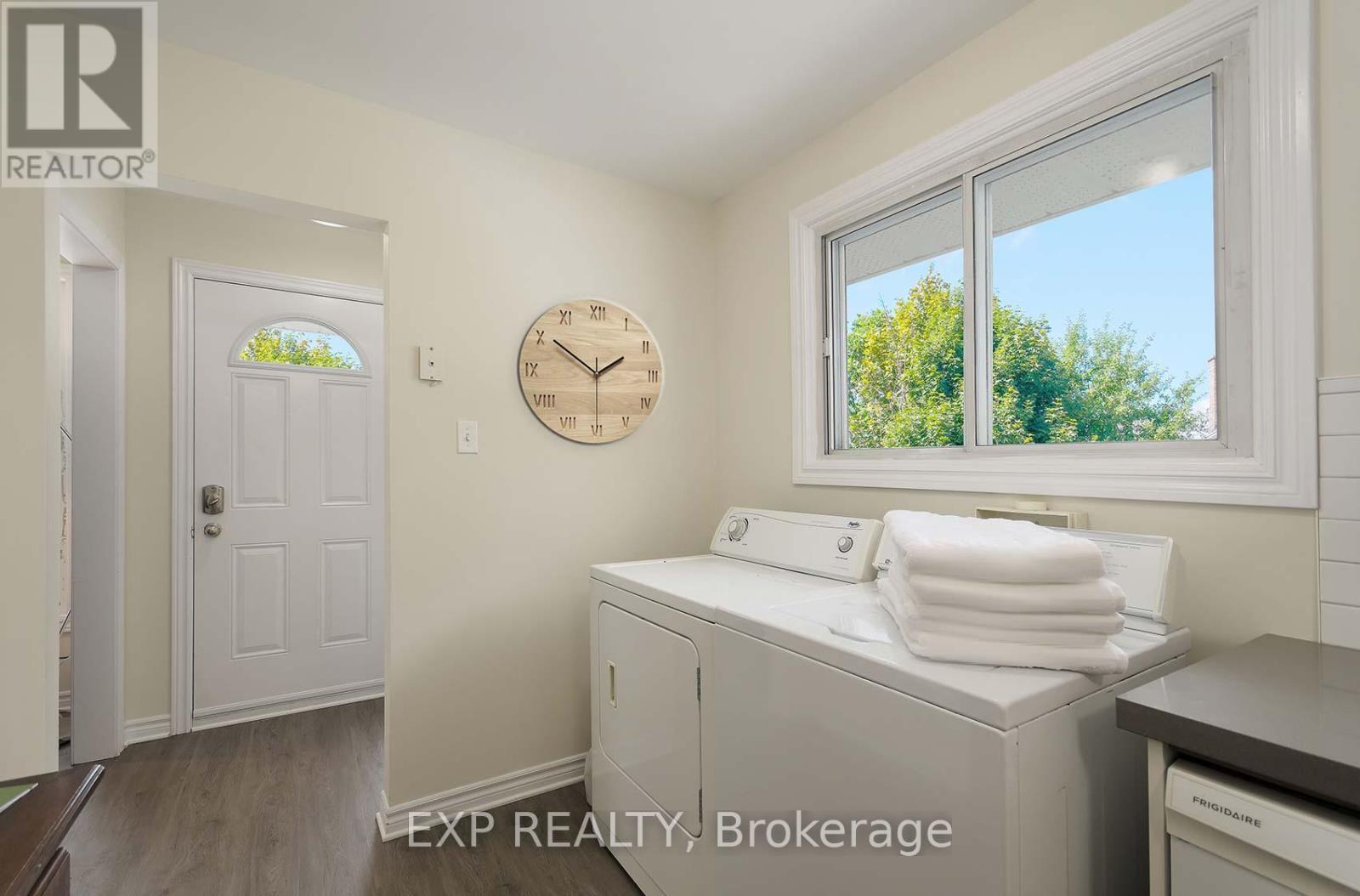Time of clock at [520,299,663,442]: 1:50
